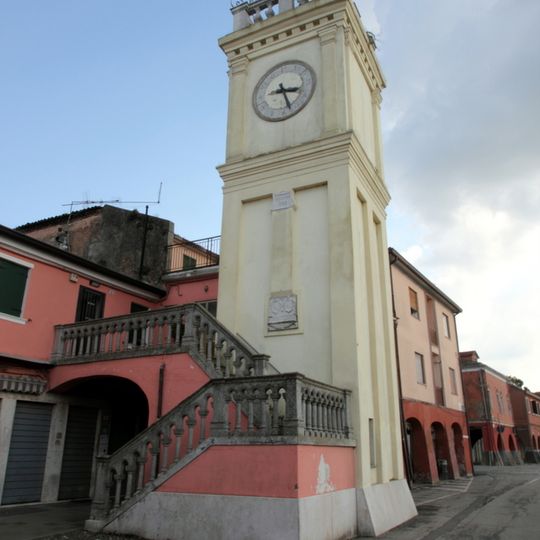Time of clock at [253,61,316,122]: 3:26
